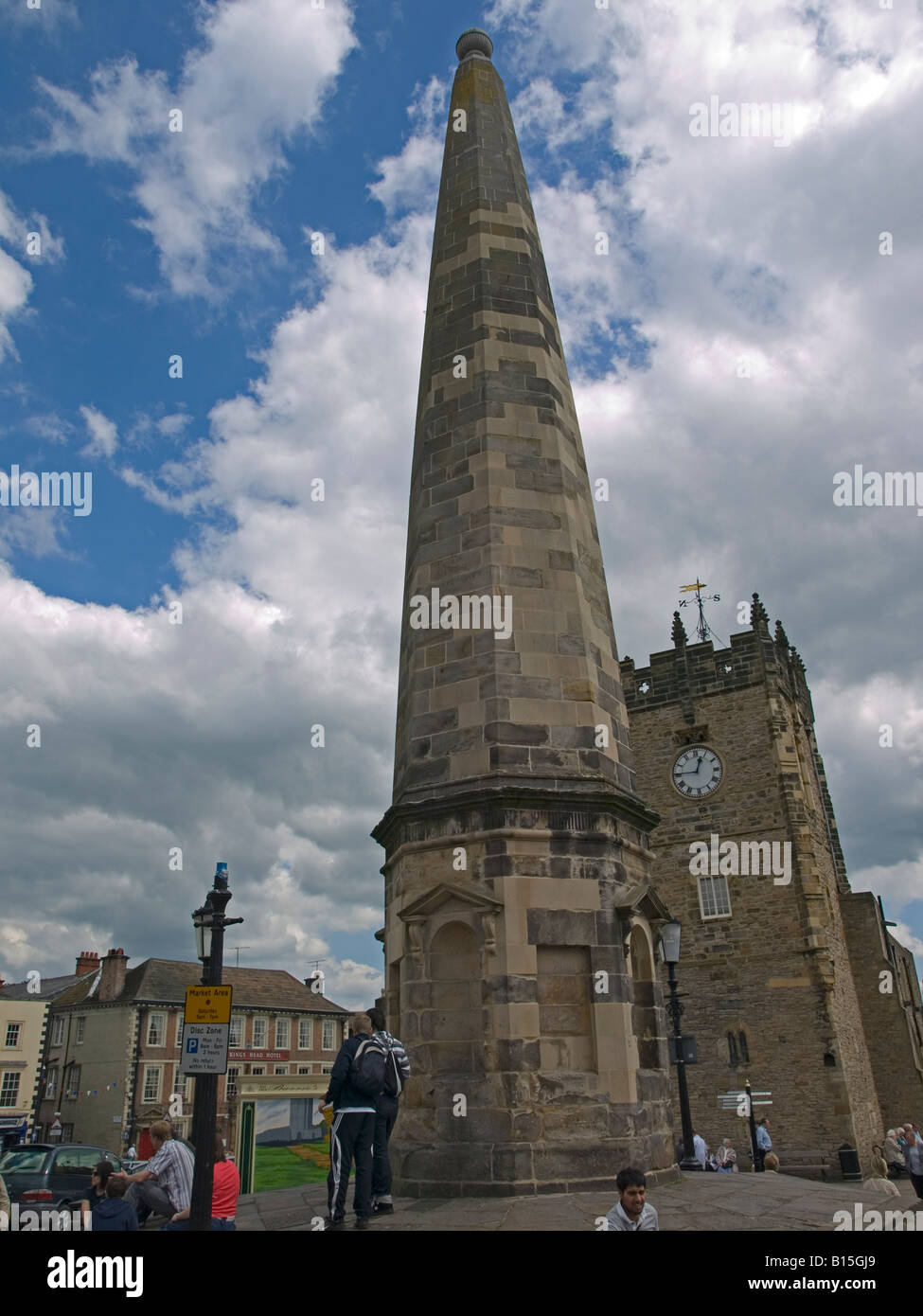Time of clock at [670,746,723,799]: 12:45
